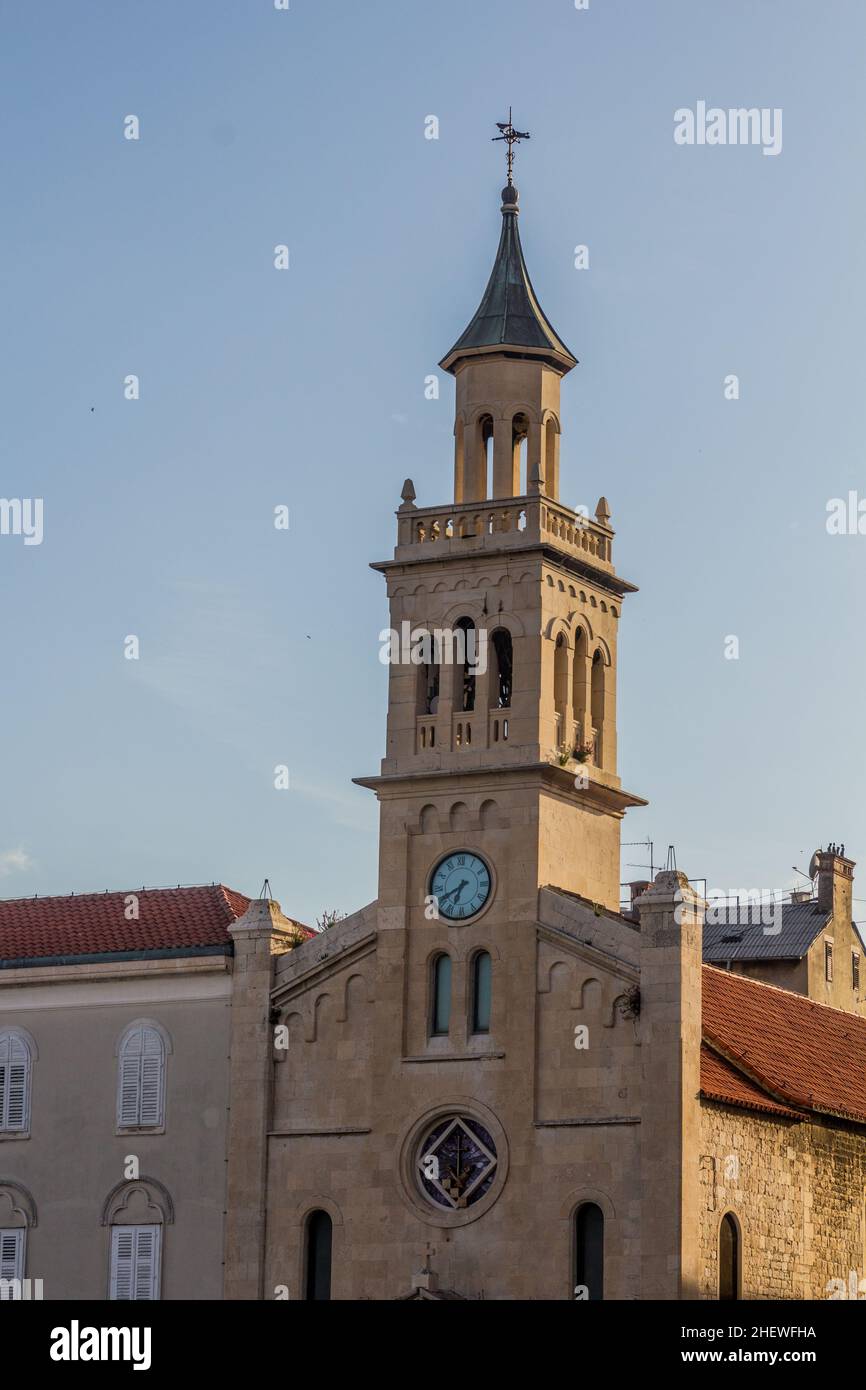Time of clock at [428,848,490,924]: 6:40
